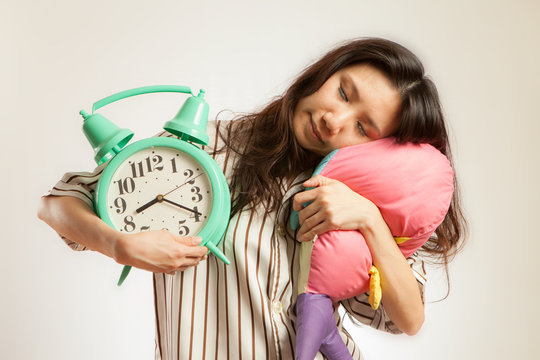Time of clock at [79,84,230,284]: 8:19
